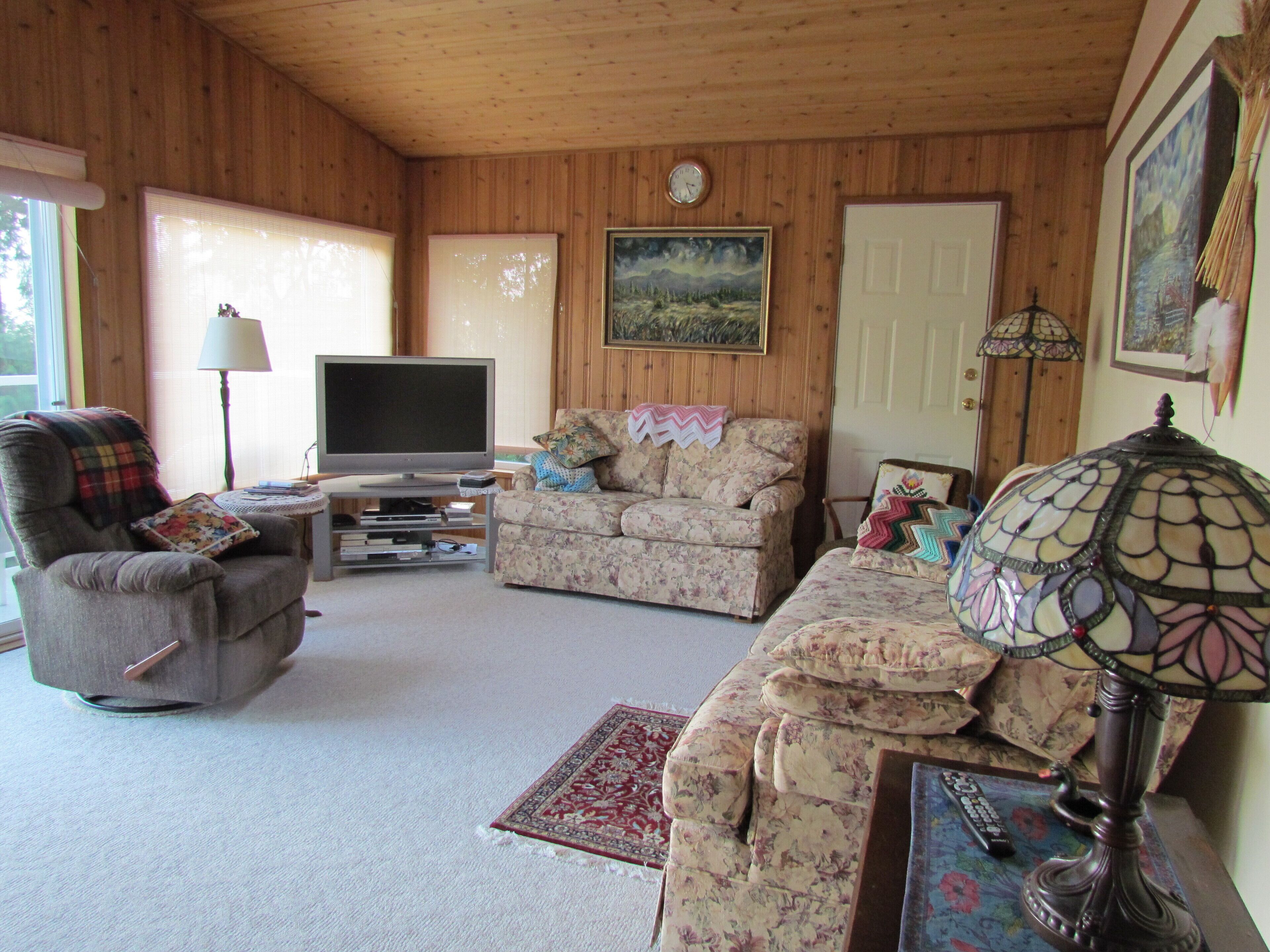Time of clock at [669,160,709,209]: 3:26
